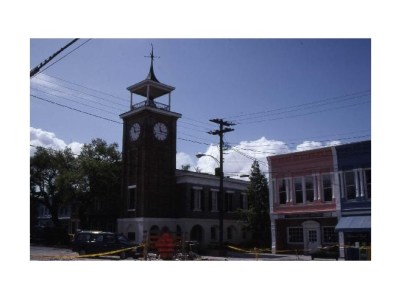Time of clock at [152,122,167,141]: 11:16
